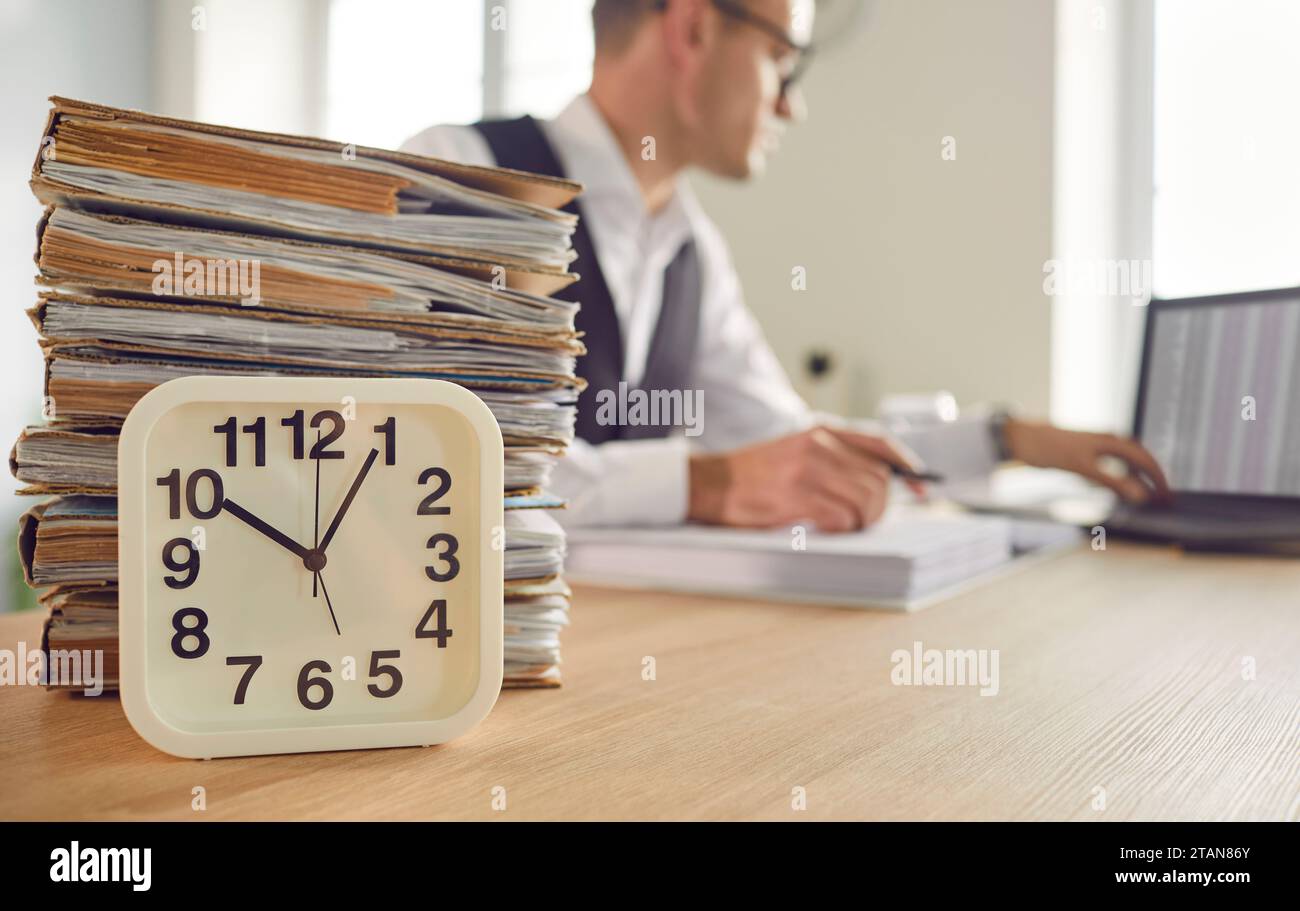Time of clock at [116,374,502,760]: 10:04
